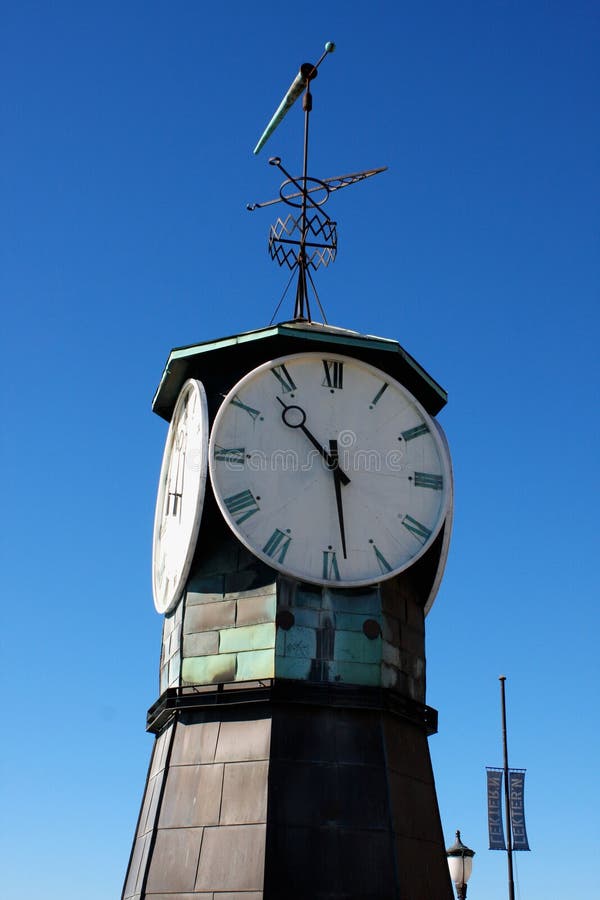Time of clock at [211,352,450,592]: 10:28
